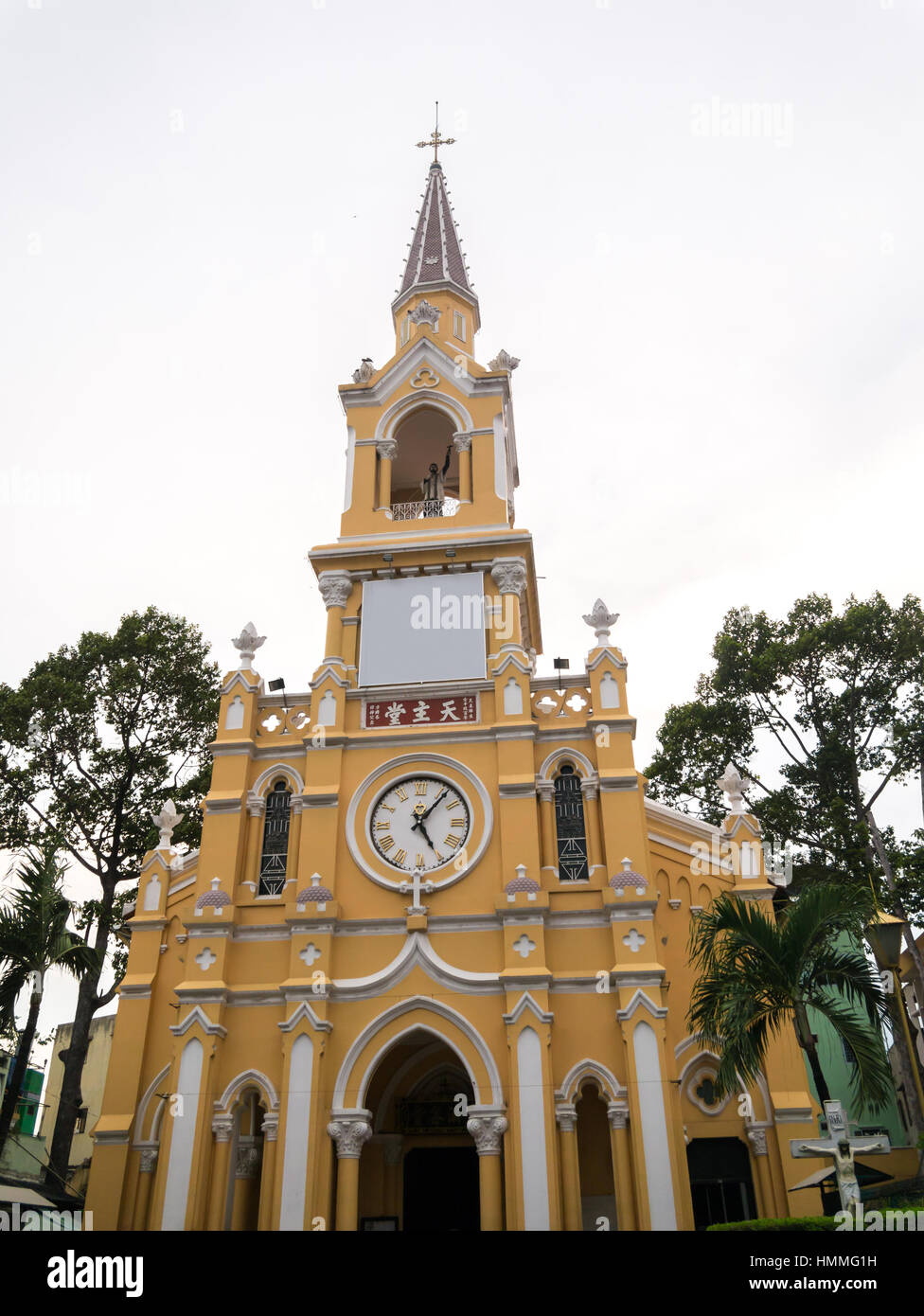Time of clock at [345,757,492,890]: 5:06
